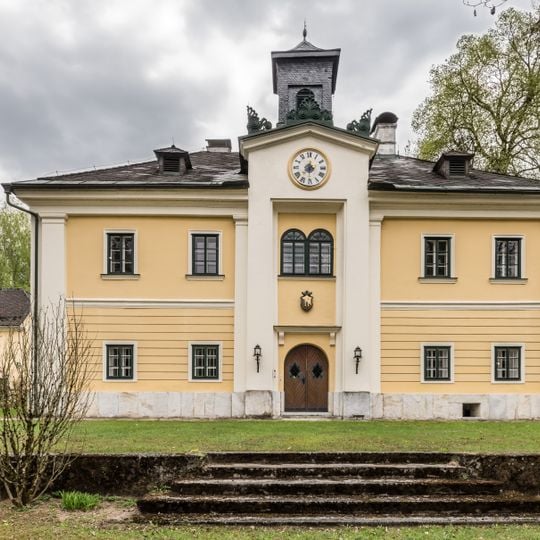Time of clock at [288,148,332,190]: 7:30
